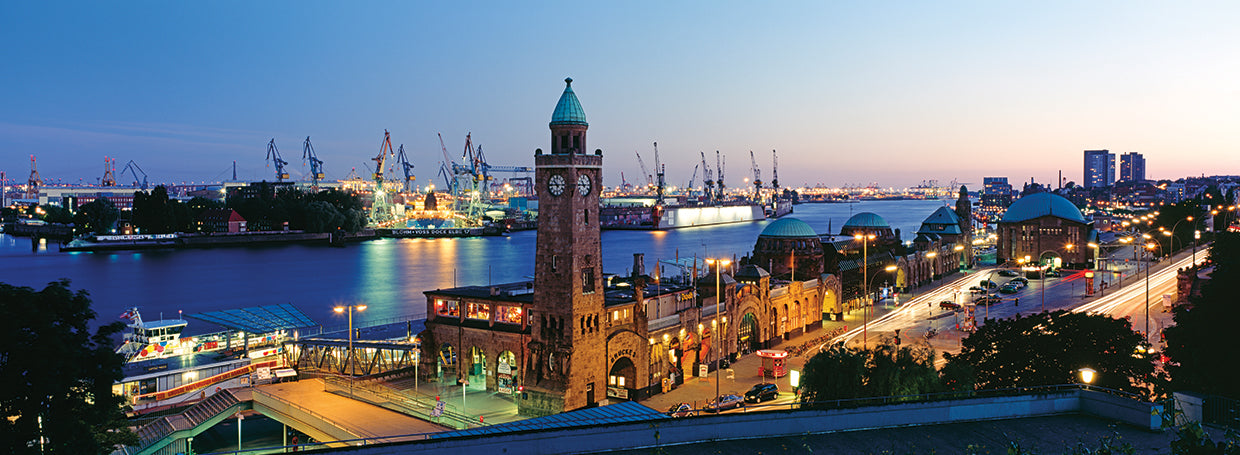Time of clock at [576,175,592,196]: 10:45
